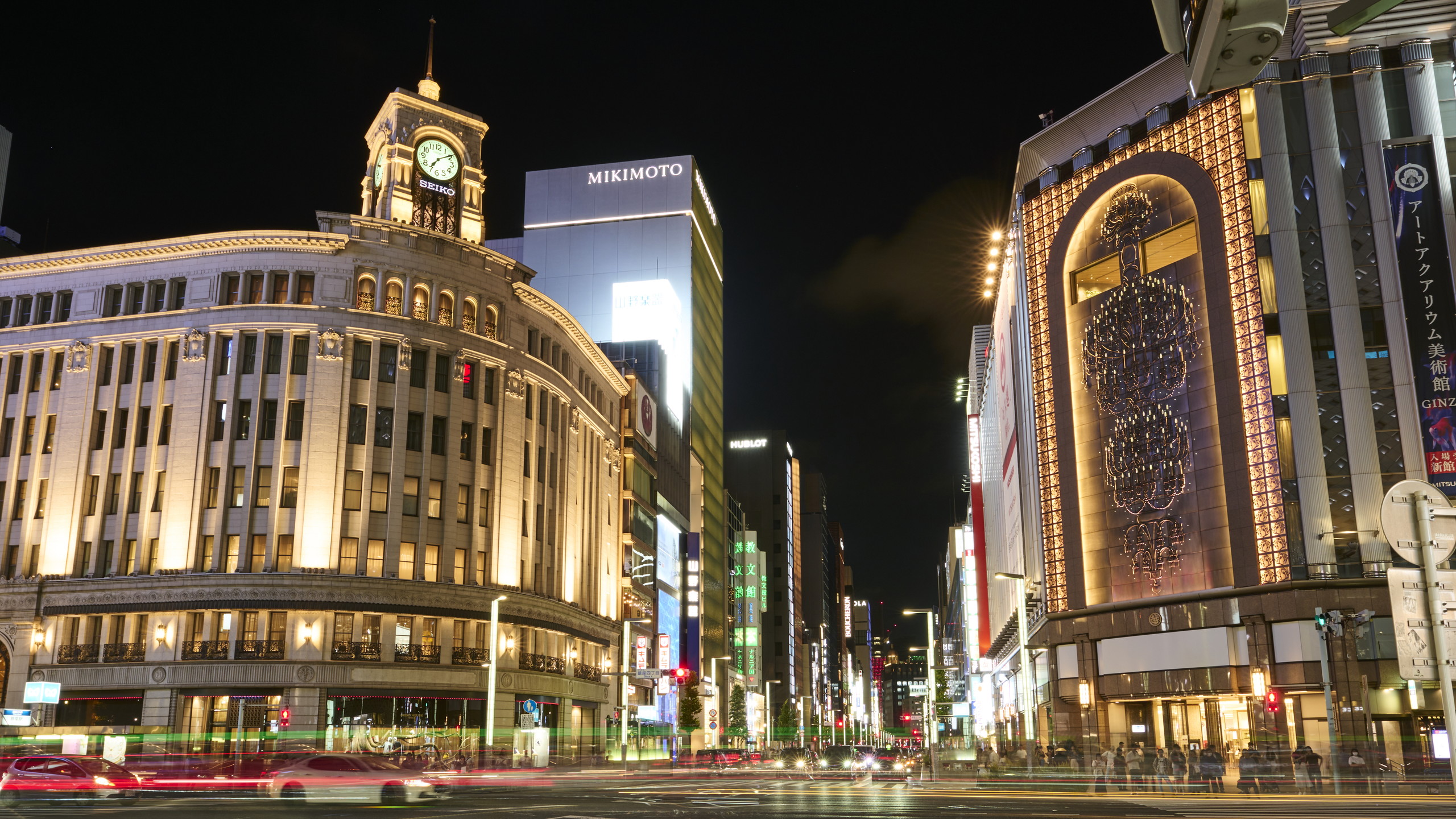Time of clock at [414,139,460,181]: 7:09
